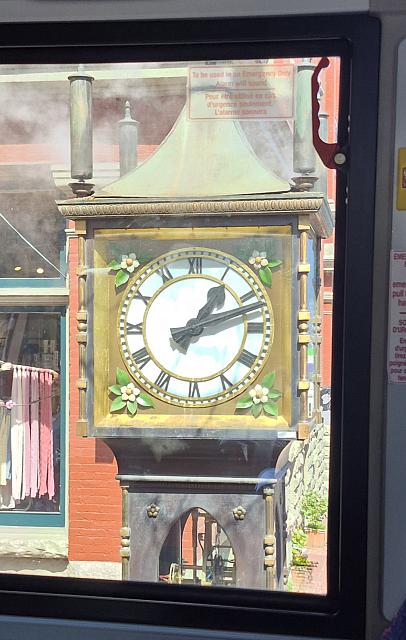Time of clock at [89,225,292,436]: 1:11
